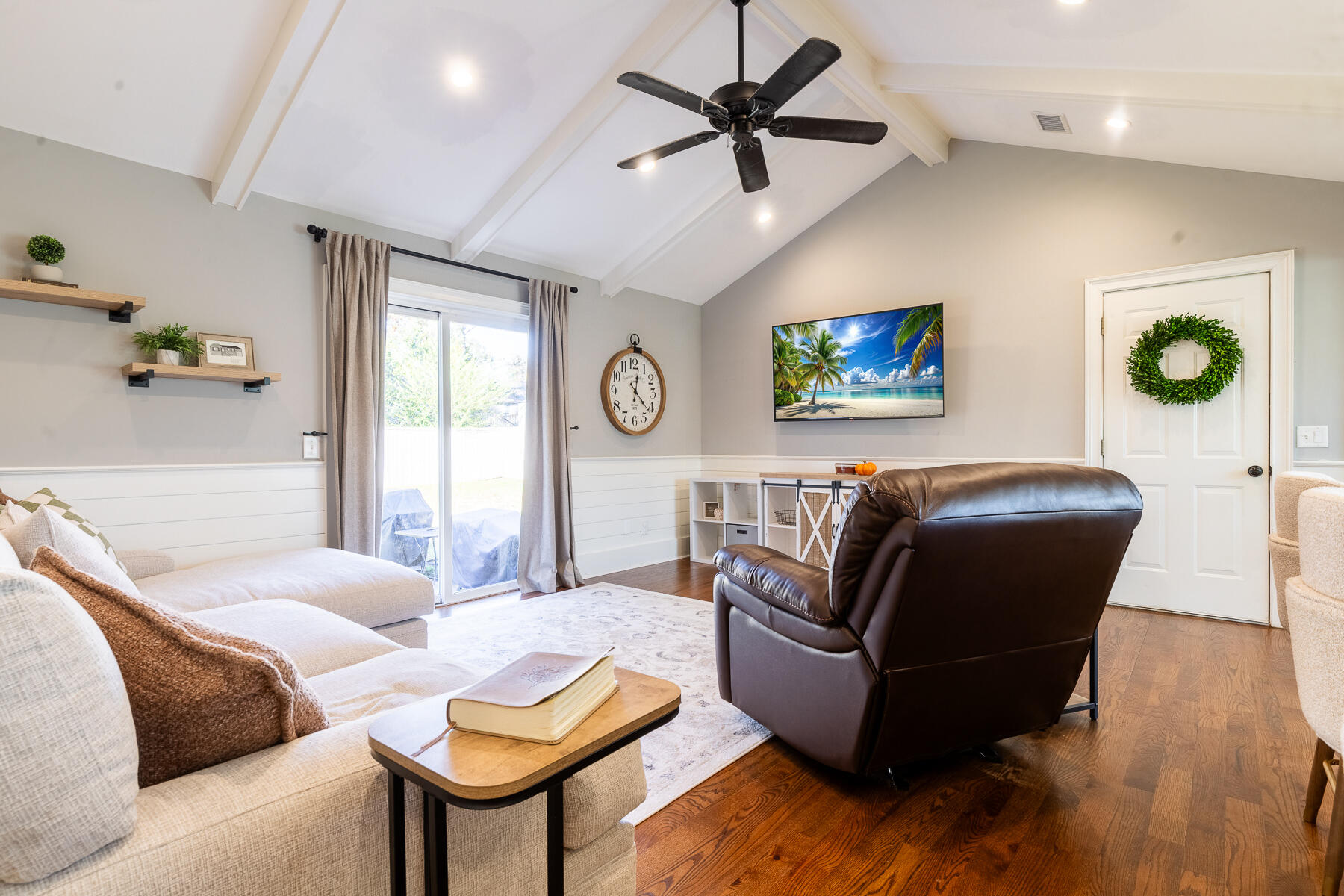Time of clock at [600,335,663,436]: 12:21
